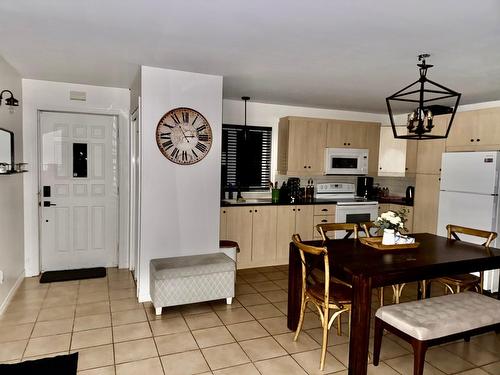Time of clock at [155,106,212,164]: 2:55
